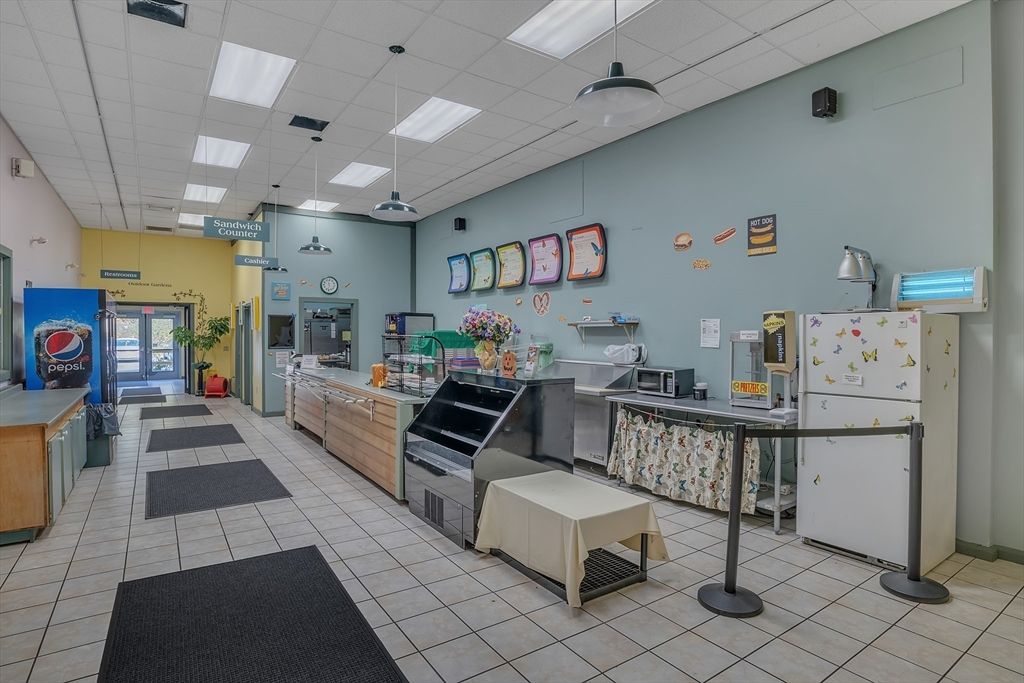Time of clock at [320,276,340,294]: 11:32
